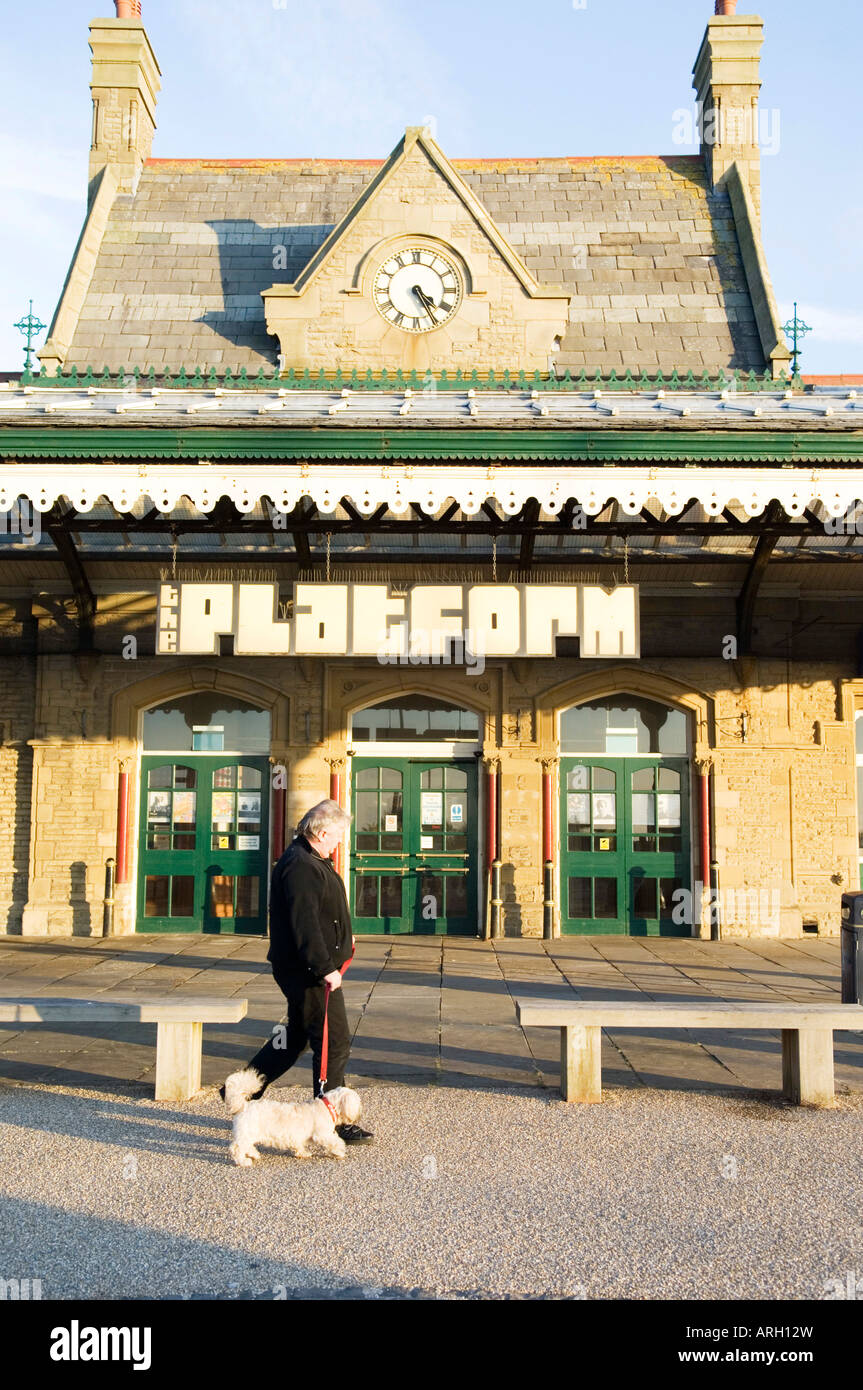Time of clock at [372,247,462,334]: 4:25
